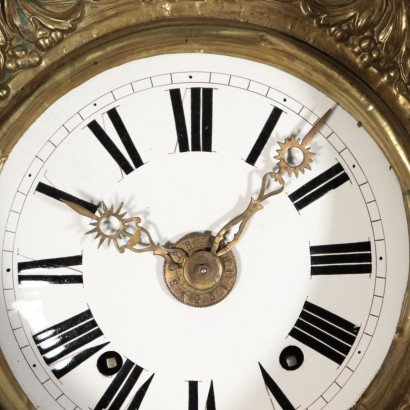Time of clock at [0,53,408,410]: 10:07
